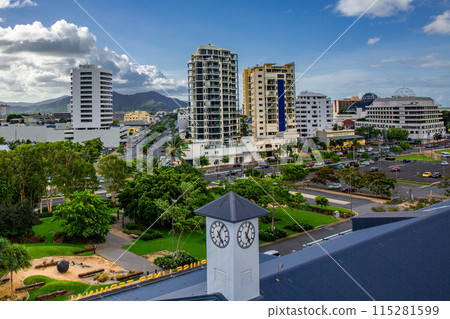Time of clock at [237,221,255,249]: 5:04
